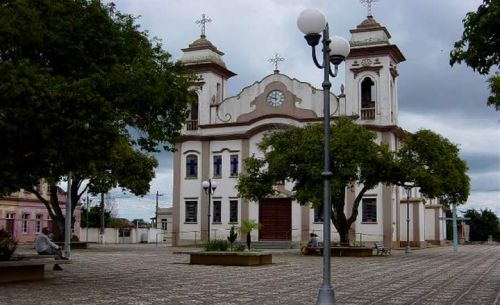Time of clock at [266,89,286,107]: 11:48
